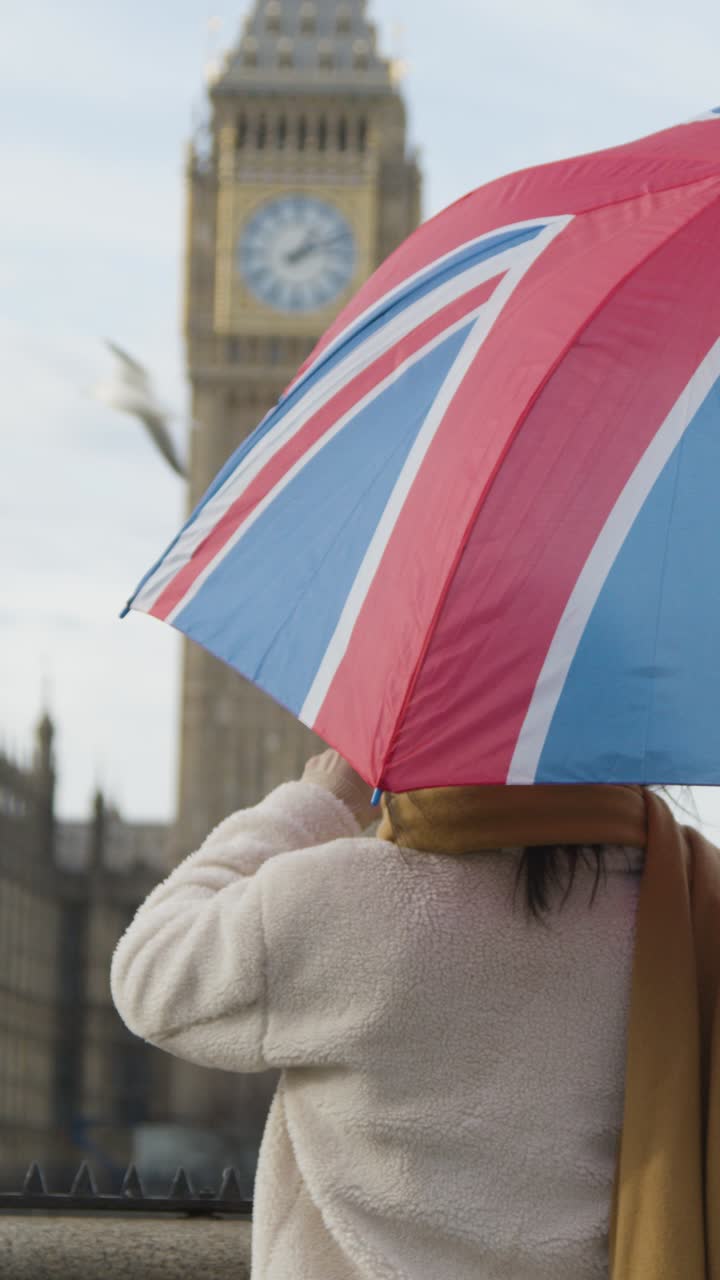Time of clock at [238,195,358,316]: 1:11
